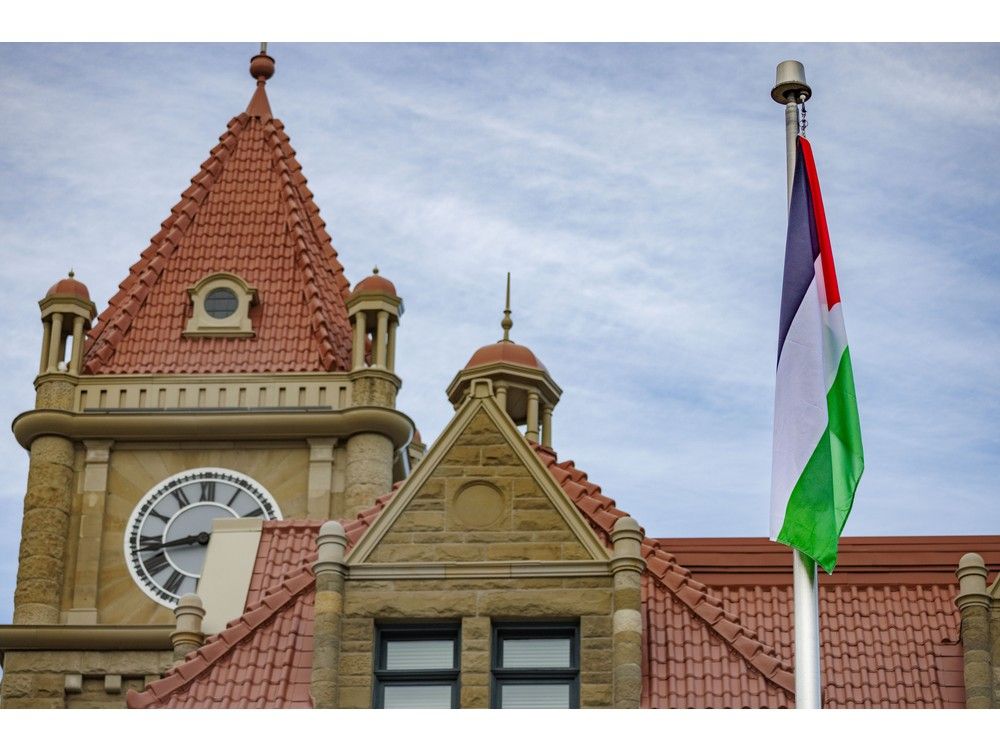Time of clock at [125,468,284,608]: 8:42
